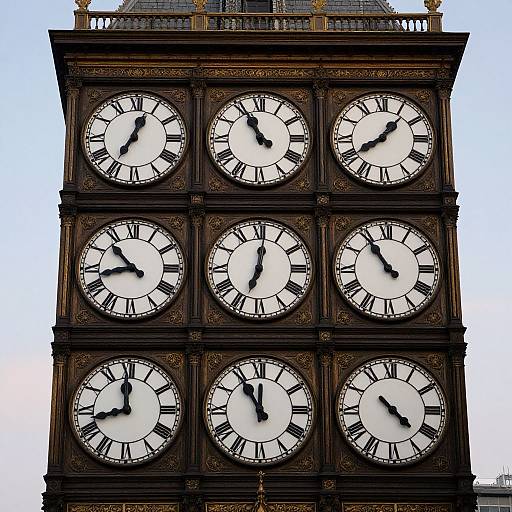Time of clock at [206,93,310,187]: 10:55
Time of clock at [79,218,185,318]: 10:42
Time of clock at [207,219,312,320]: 7:01
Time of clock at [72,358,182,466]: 11:42
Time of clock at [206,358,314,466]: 11:54
